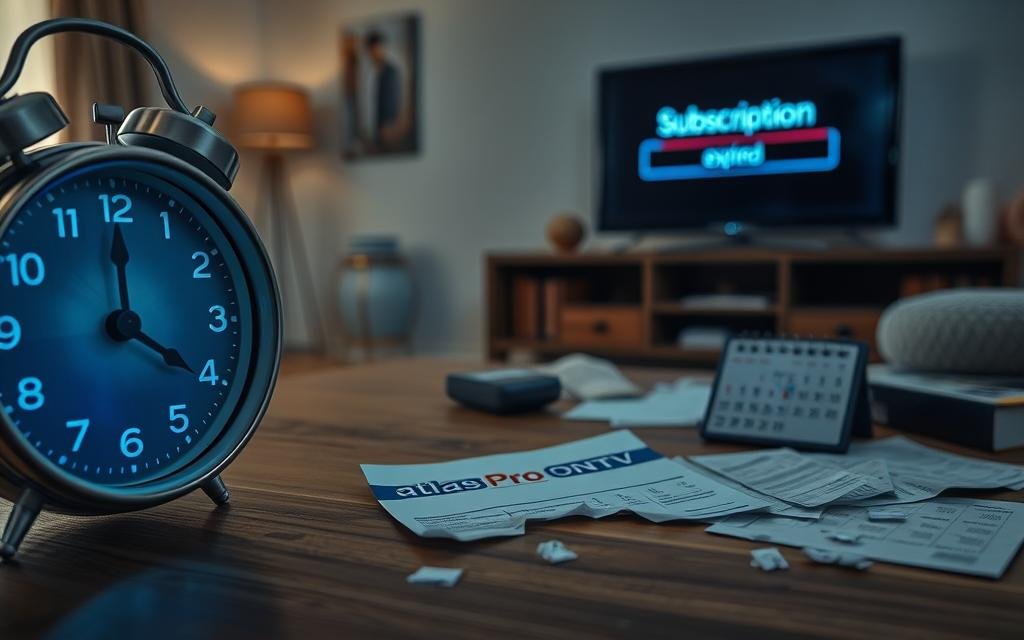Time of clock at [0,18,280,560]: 4:00
